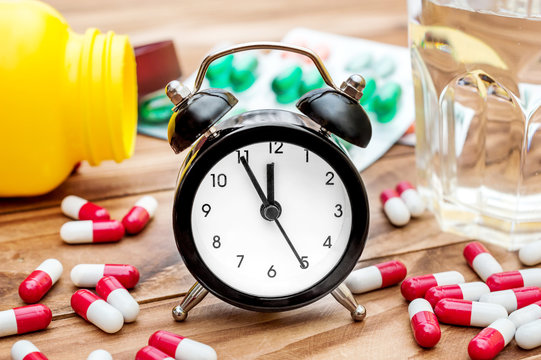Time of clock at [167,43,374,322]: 11:55
